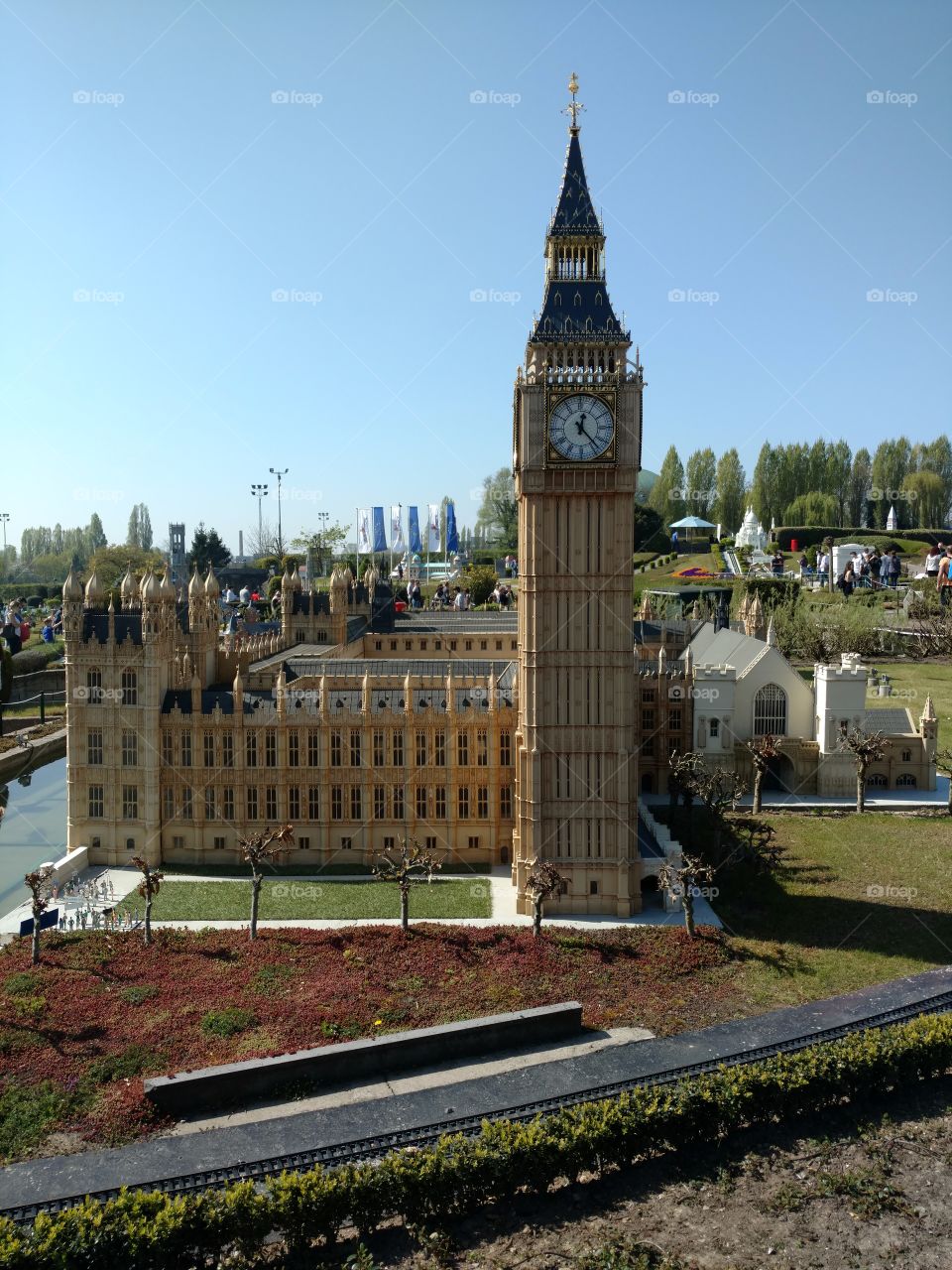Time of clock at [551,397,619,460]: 12:23
